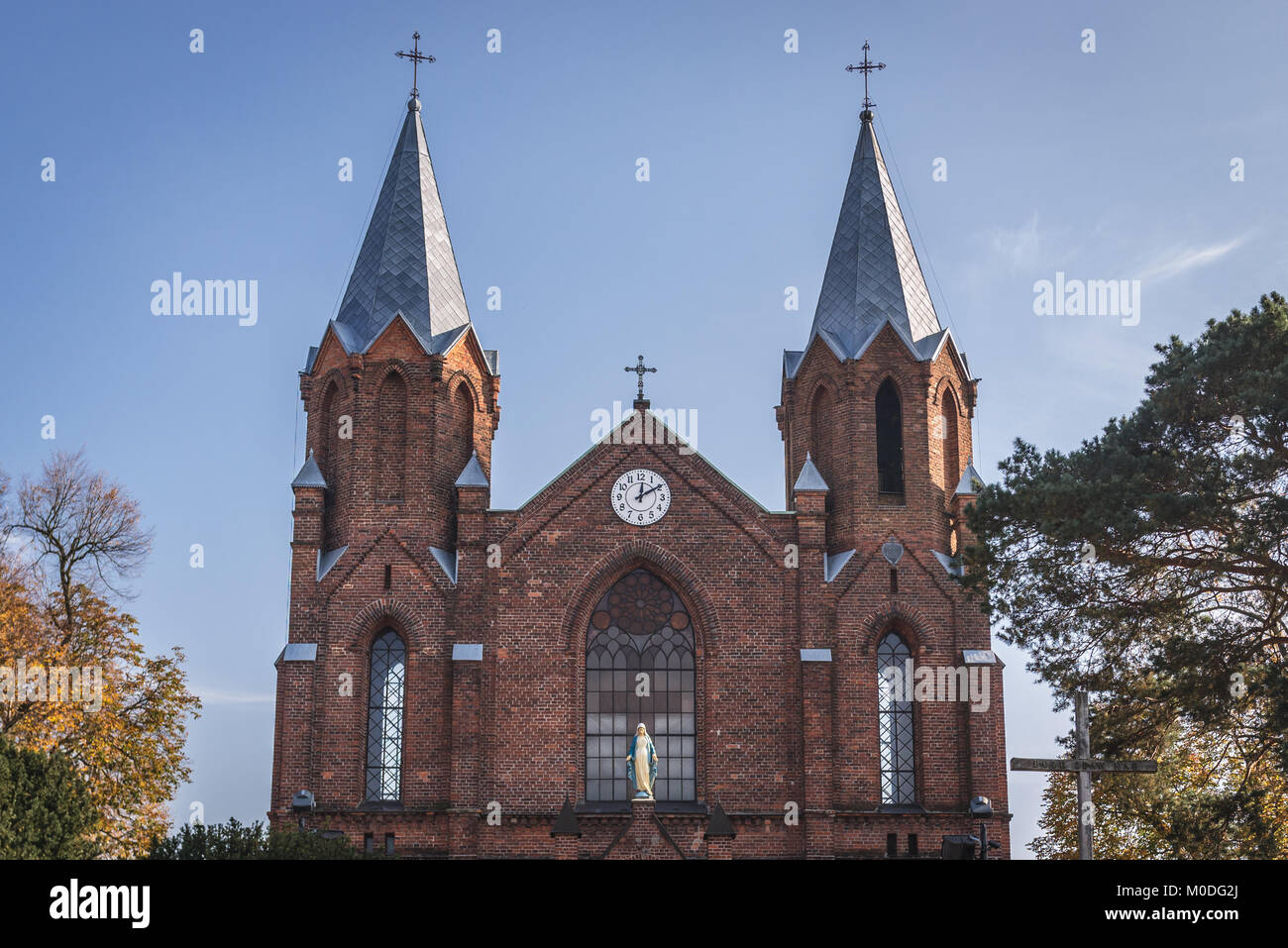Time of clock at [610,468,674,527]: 12:09
